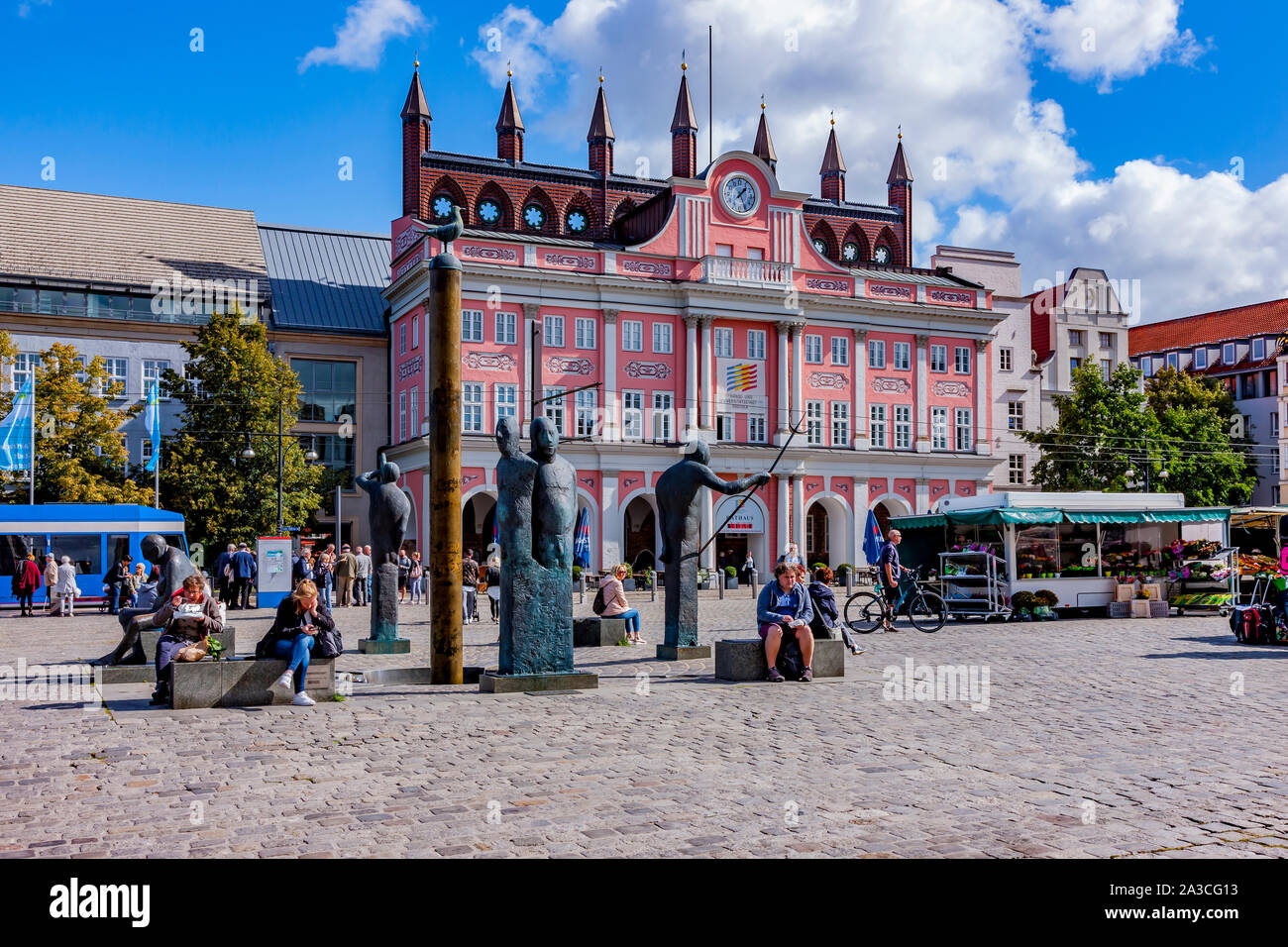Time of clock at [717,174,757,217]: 1:25
